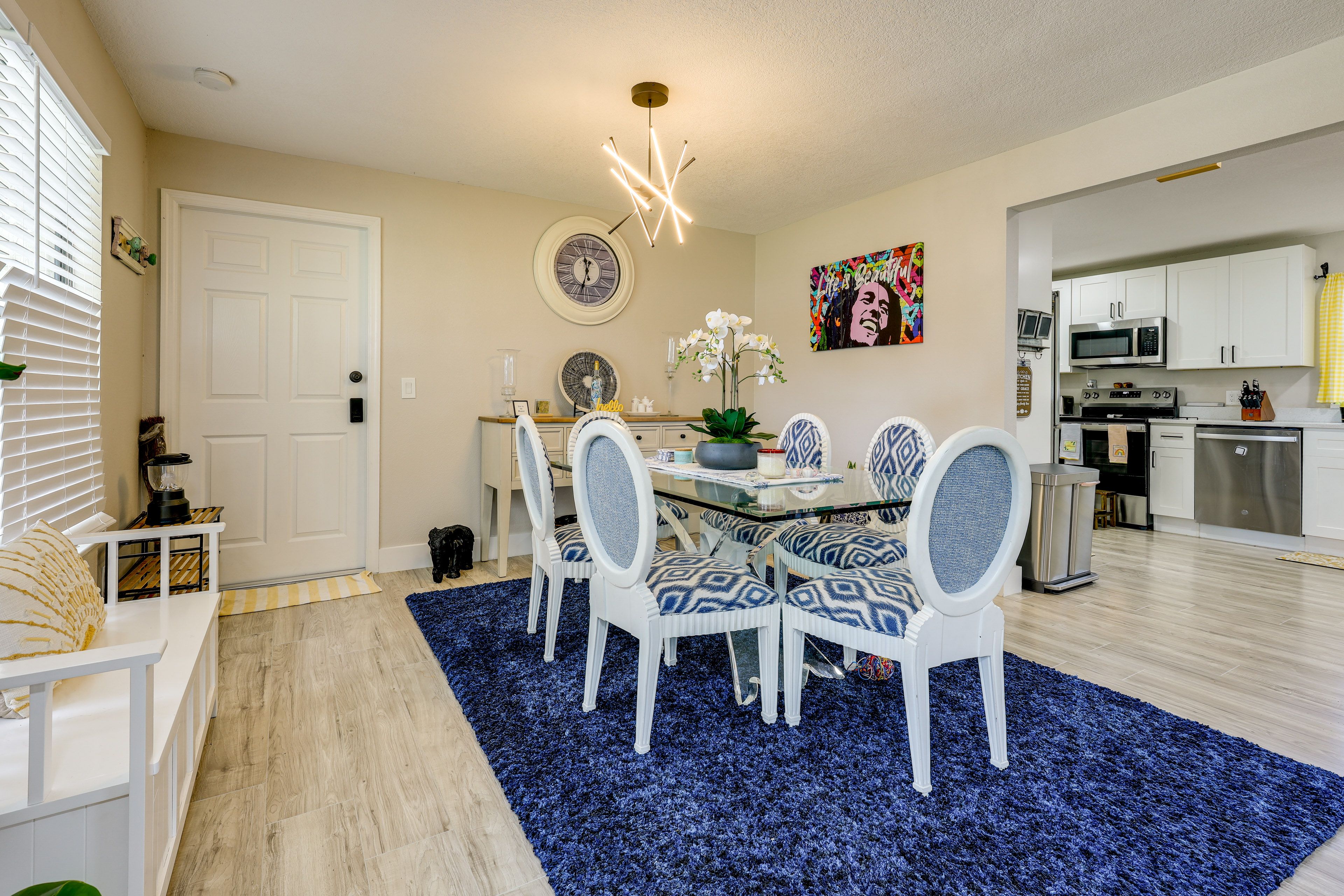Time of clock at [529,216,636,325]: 11:32
